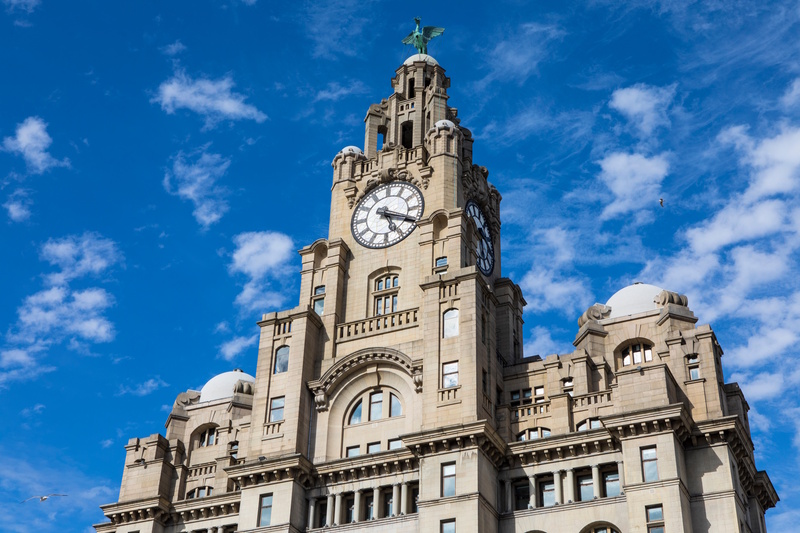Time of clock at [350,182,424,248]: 5:18
